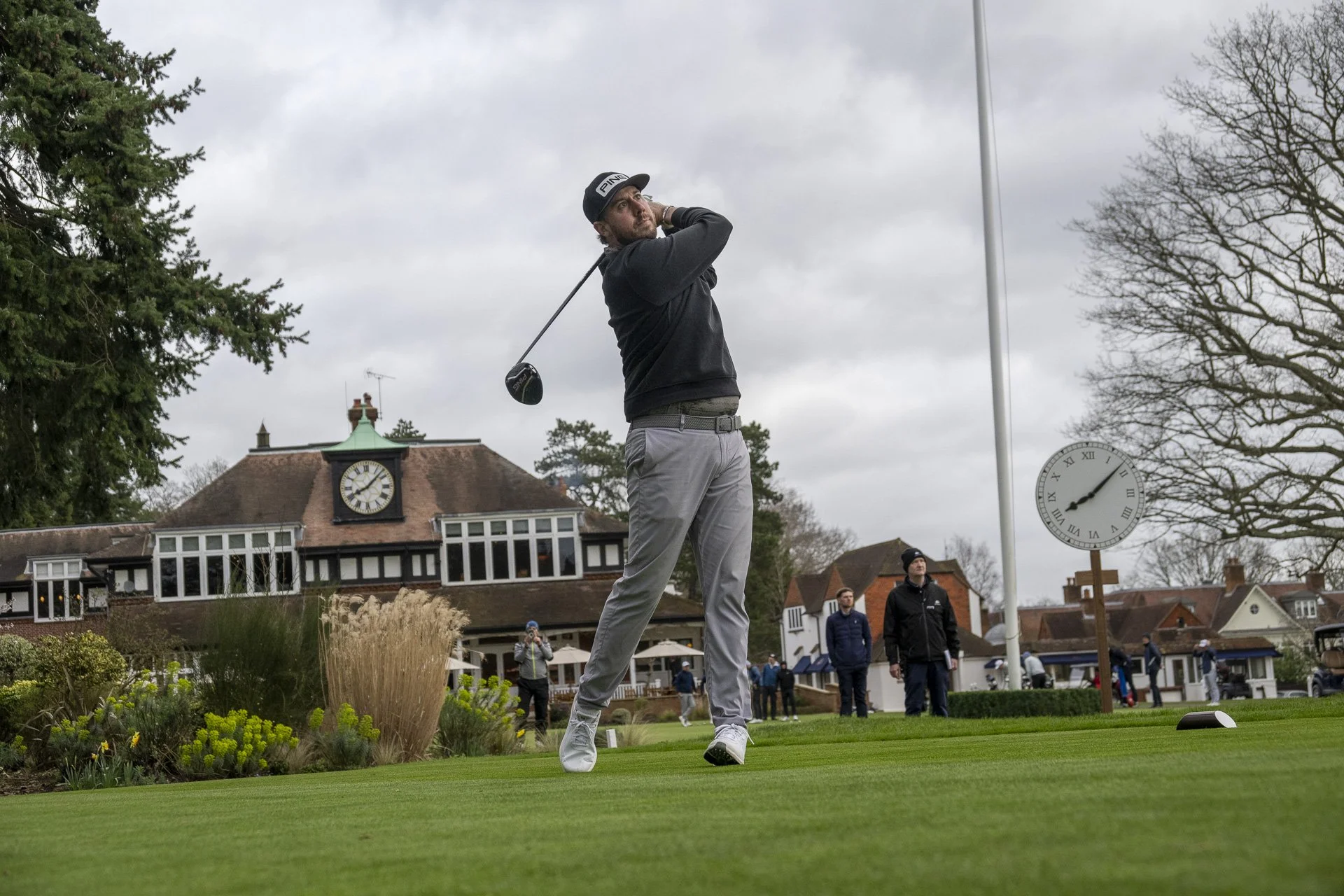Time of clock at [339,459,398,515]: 8:07
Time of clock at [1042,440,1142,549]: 8:08
